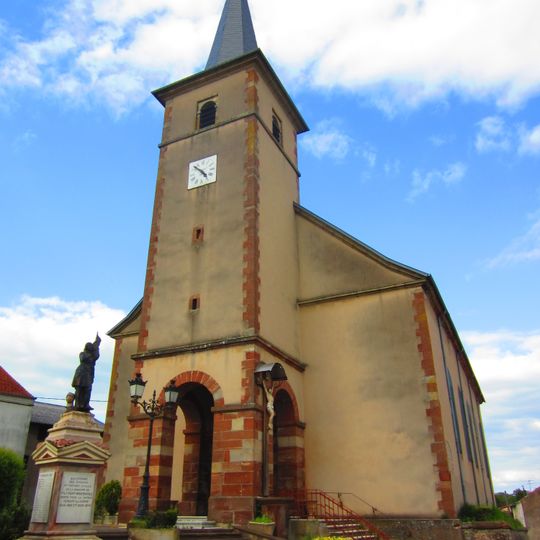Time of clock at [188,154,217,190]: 4:52
